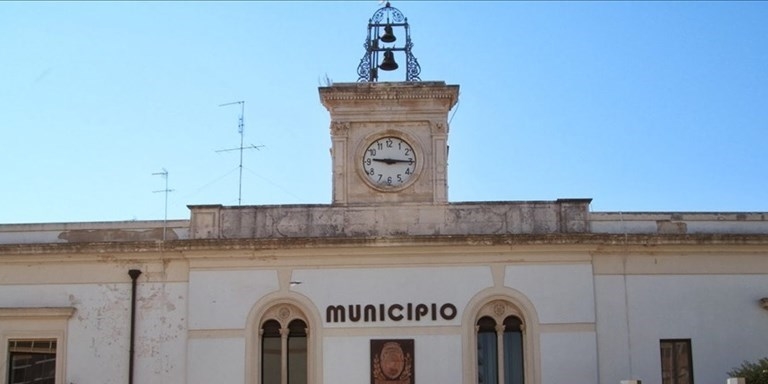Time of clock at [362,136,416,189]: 9:15
